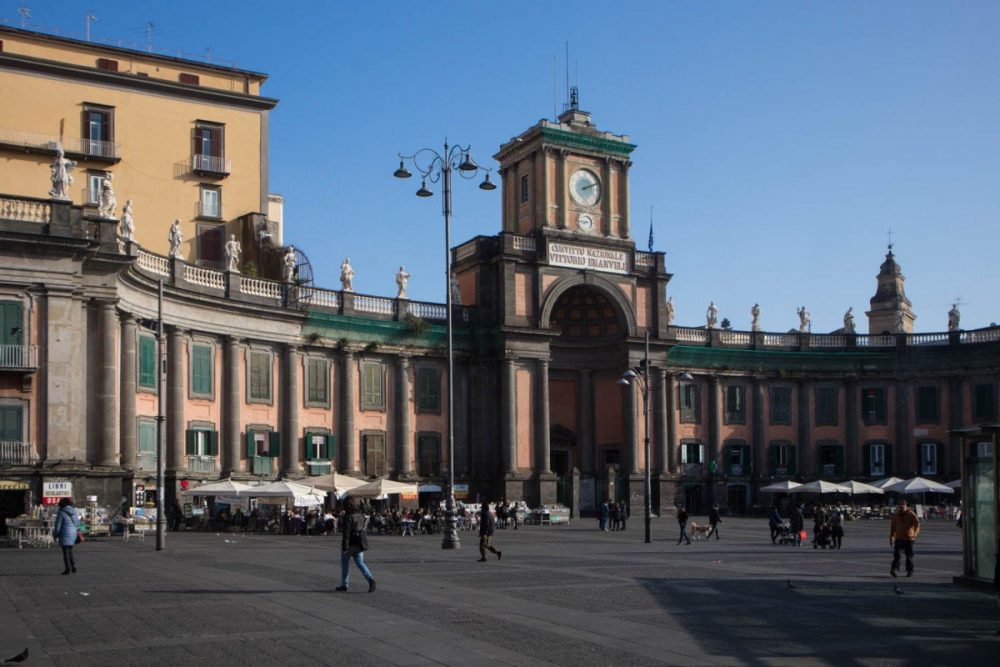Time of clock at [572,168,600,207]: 2:11
